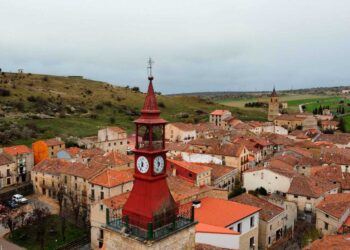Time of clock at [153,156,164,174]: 11:33
